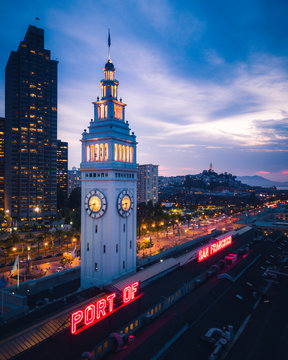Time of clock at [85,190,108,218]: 8:34
